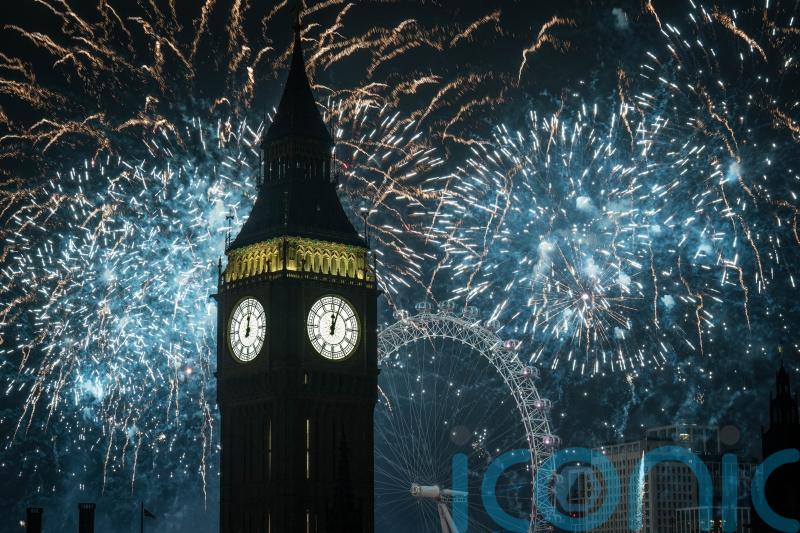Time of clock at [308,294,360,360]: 12:03
